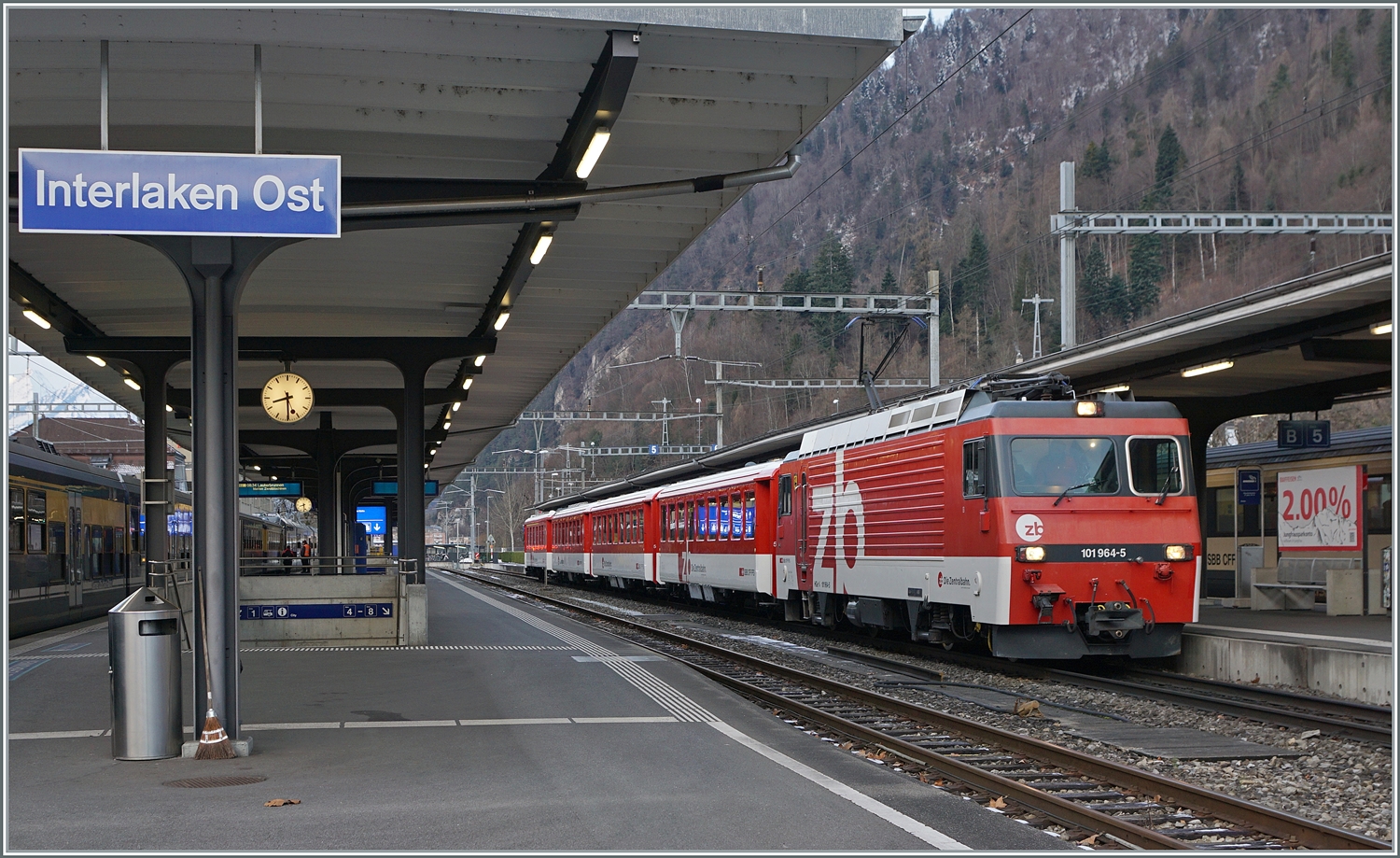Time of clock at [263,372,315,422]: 8:29
